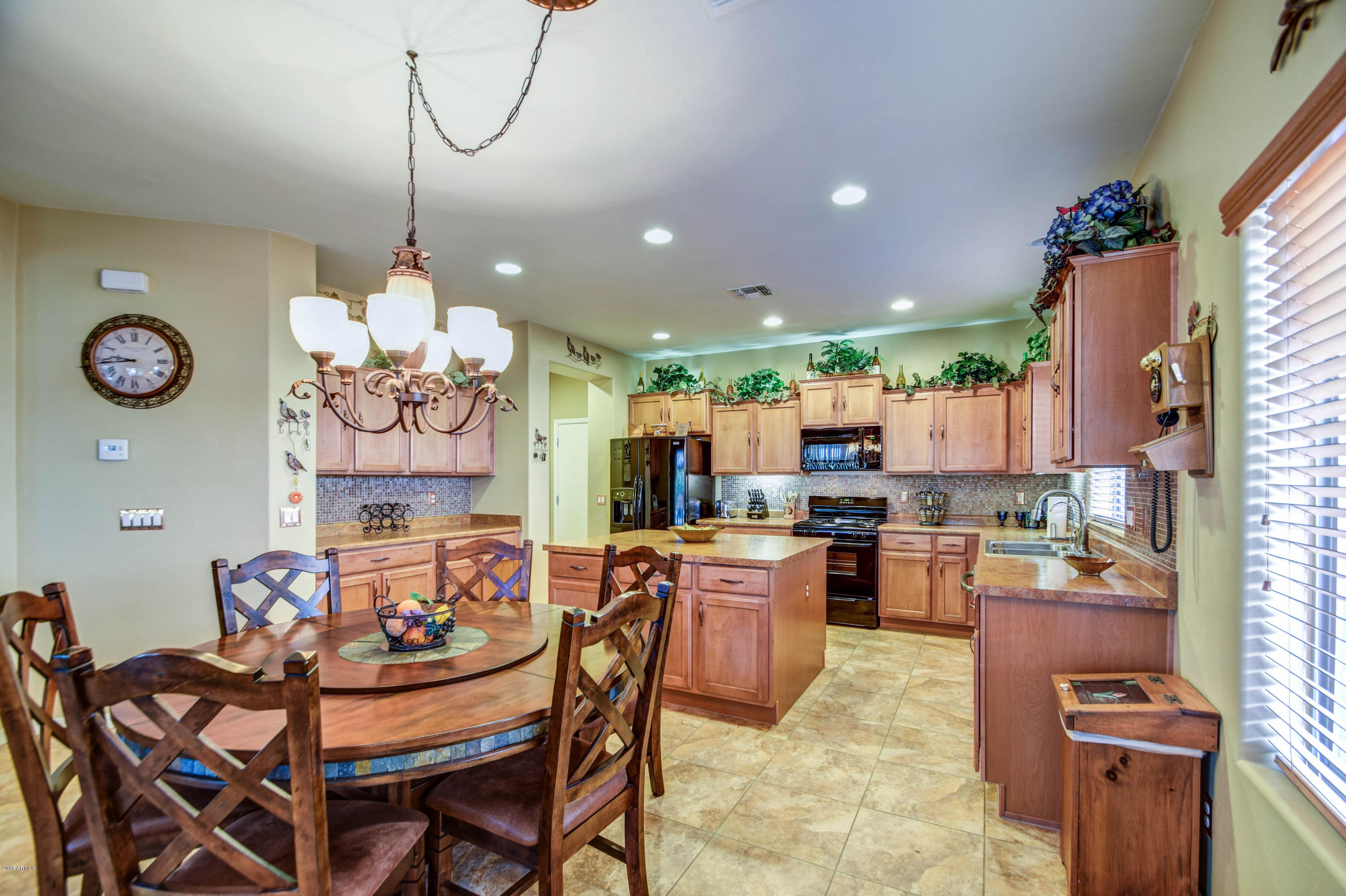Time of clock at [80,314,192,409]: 9:44
